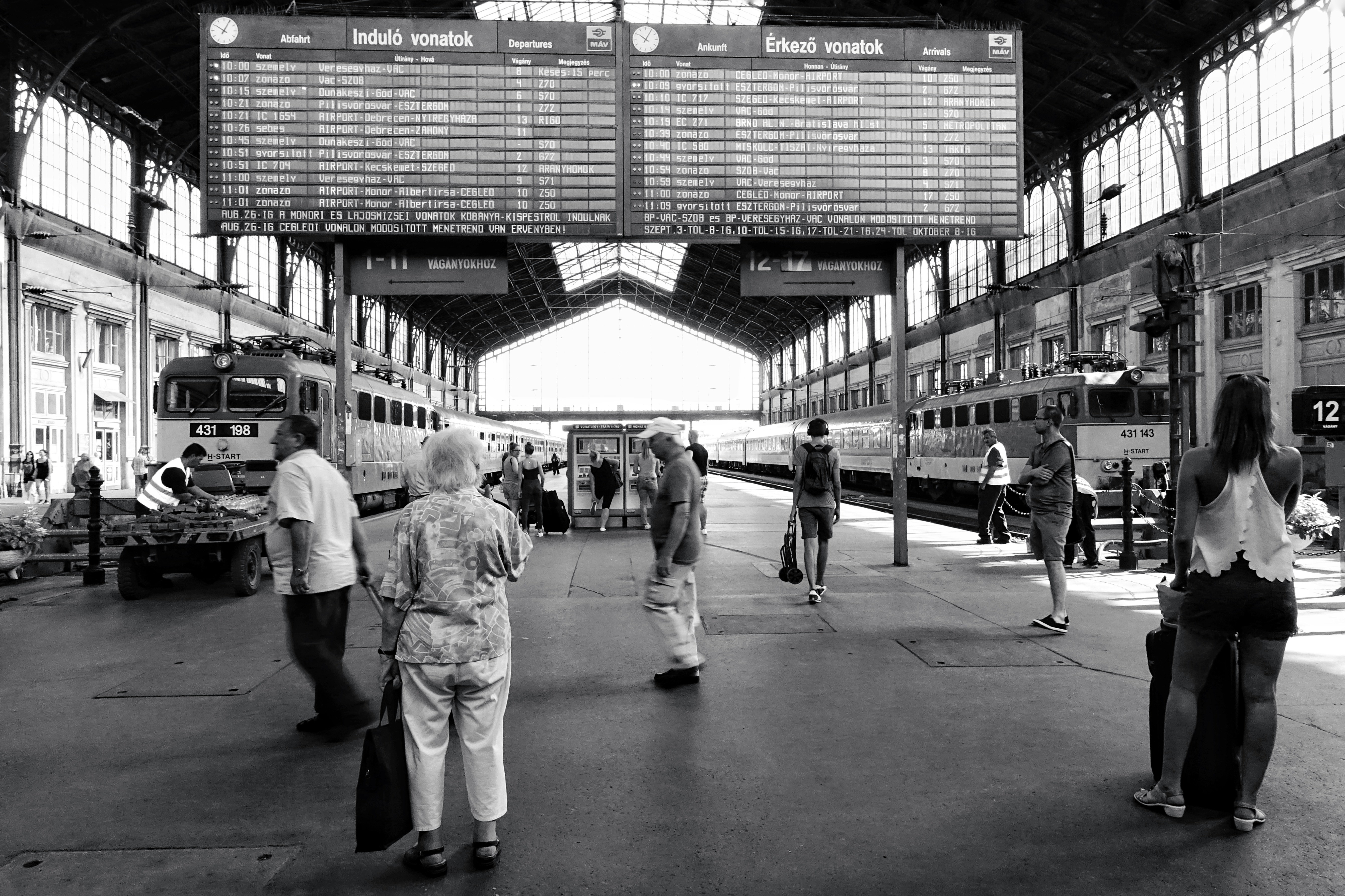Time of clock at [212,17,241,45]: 10:04
